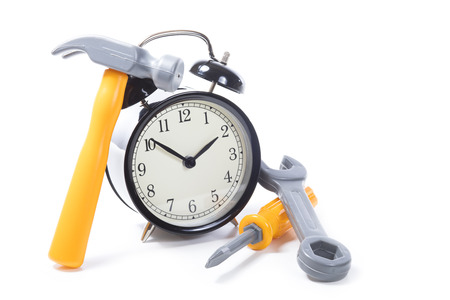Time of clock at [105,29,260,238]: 1:51
